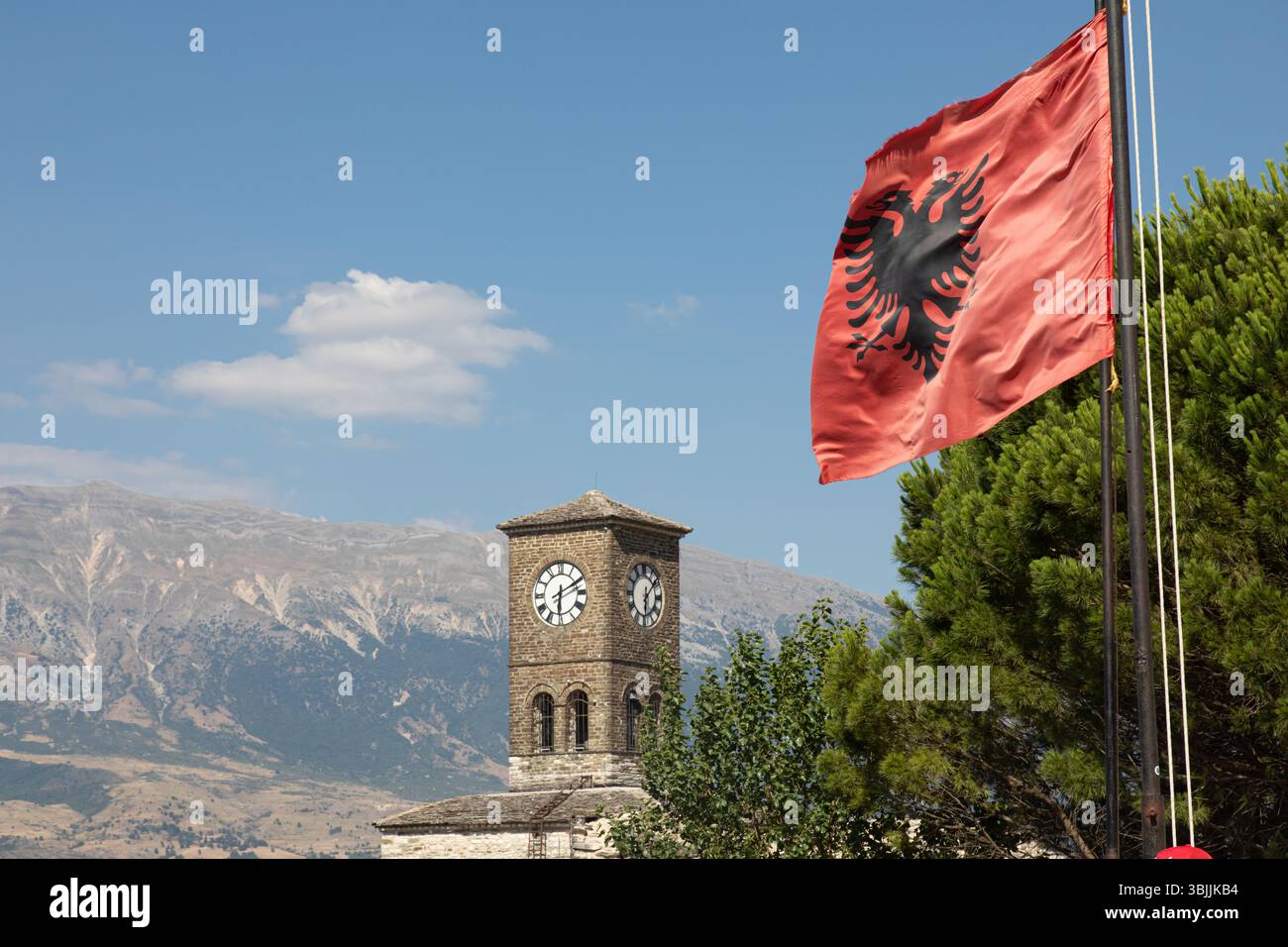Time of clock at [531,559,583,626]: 6:10
